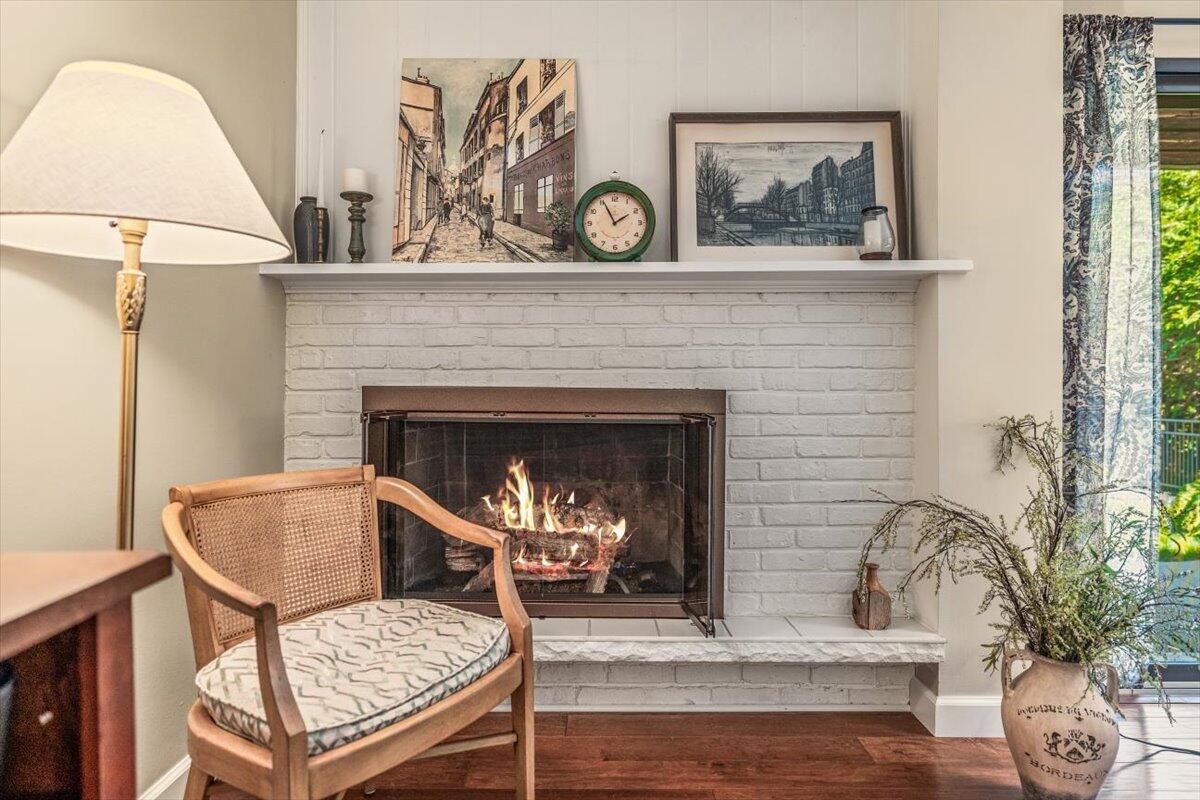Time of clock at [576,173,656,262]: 1:55
